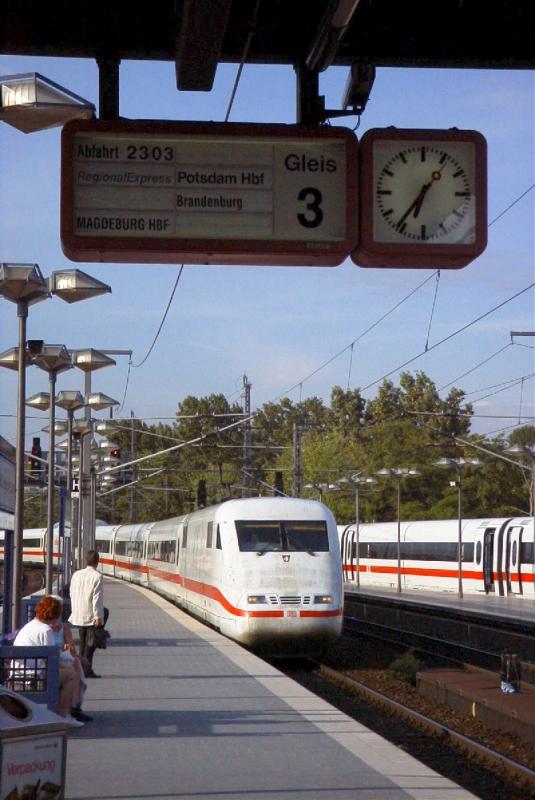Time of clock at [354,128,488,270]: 6:36
